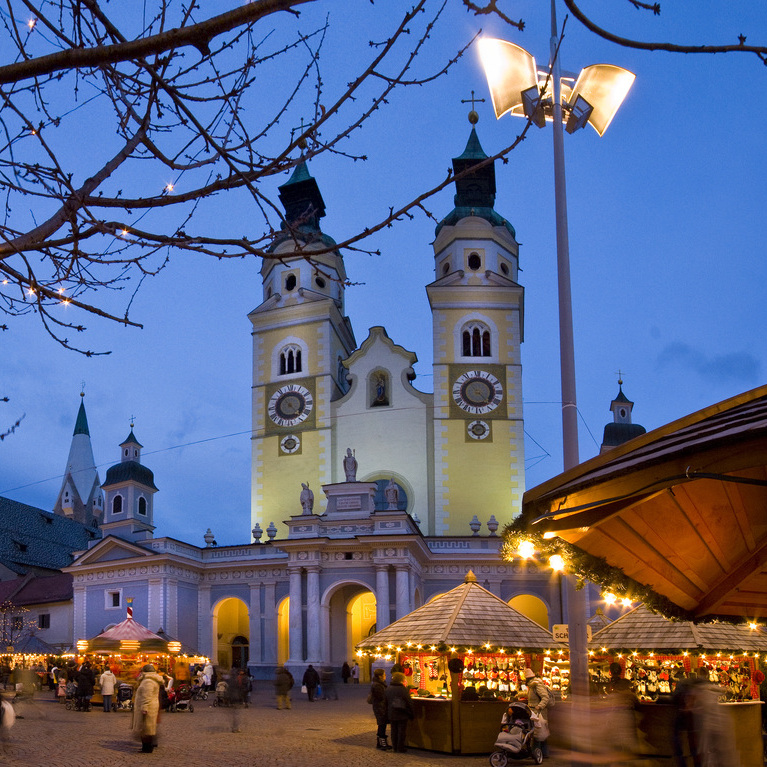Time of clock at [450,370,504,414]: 4:23
